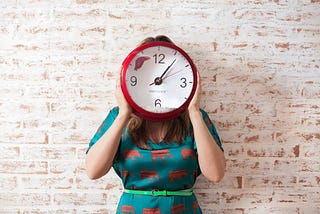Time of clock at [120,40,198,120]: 1:06
